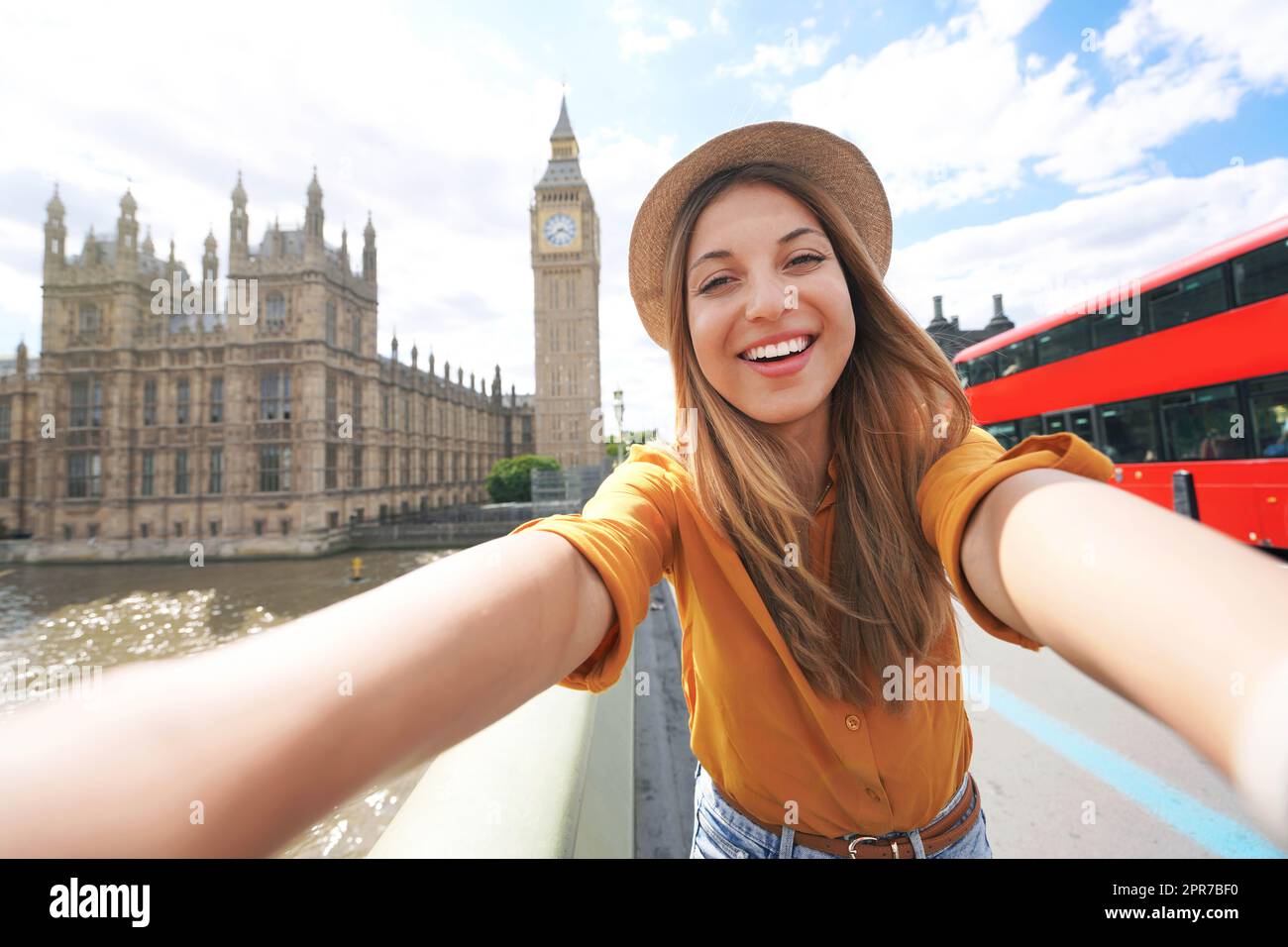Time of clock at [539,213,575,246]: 3:39
